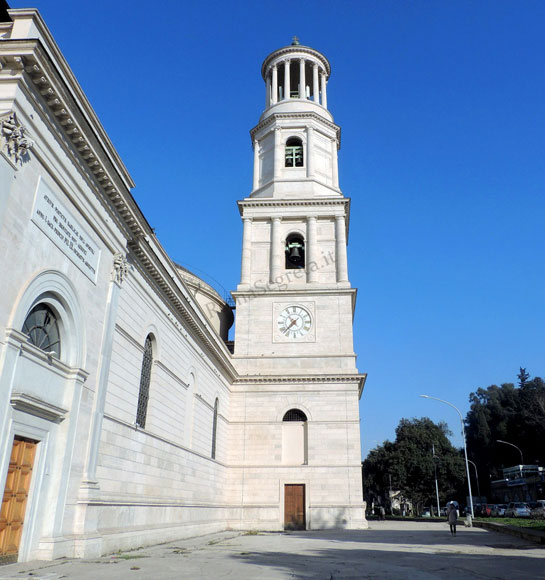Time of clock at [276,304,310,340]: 7:37
